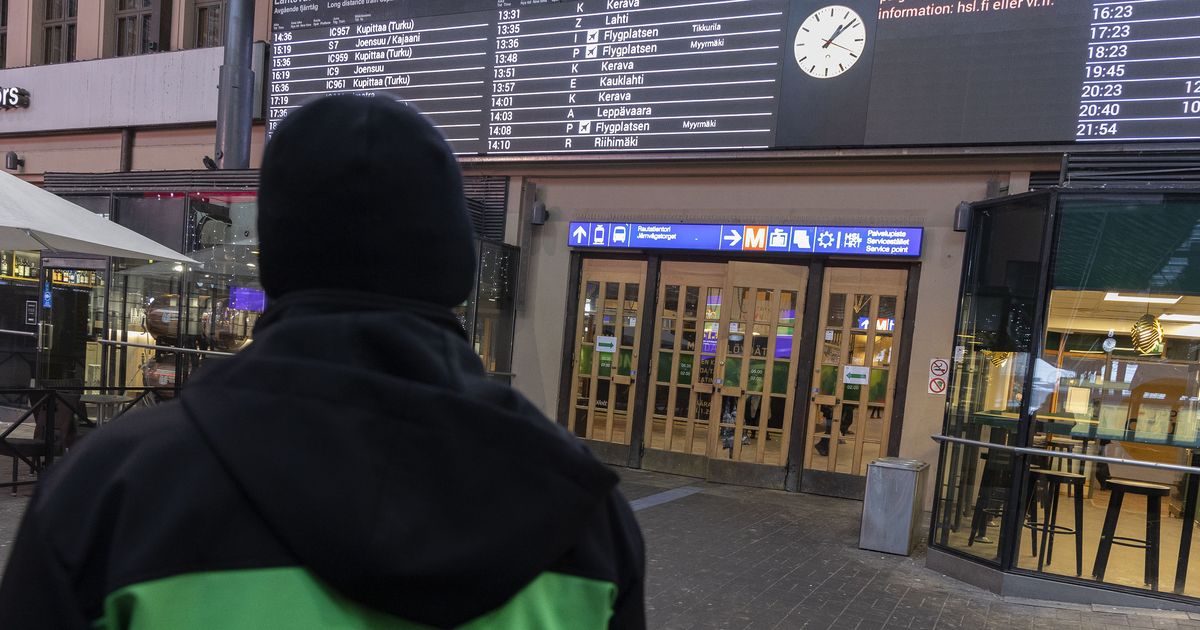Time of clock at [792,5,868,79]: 1:08
